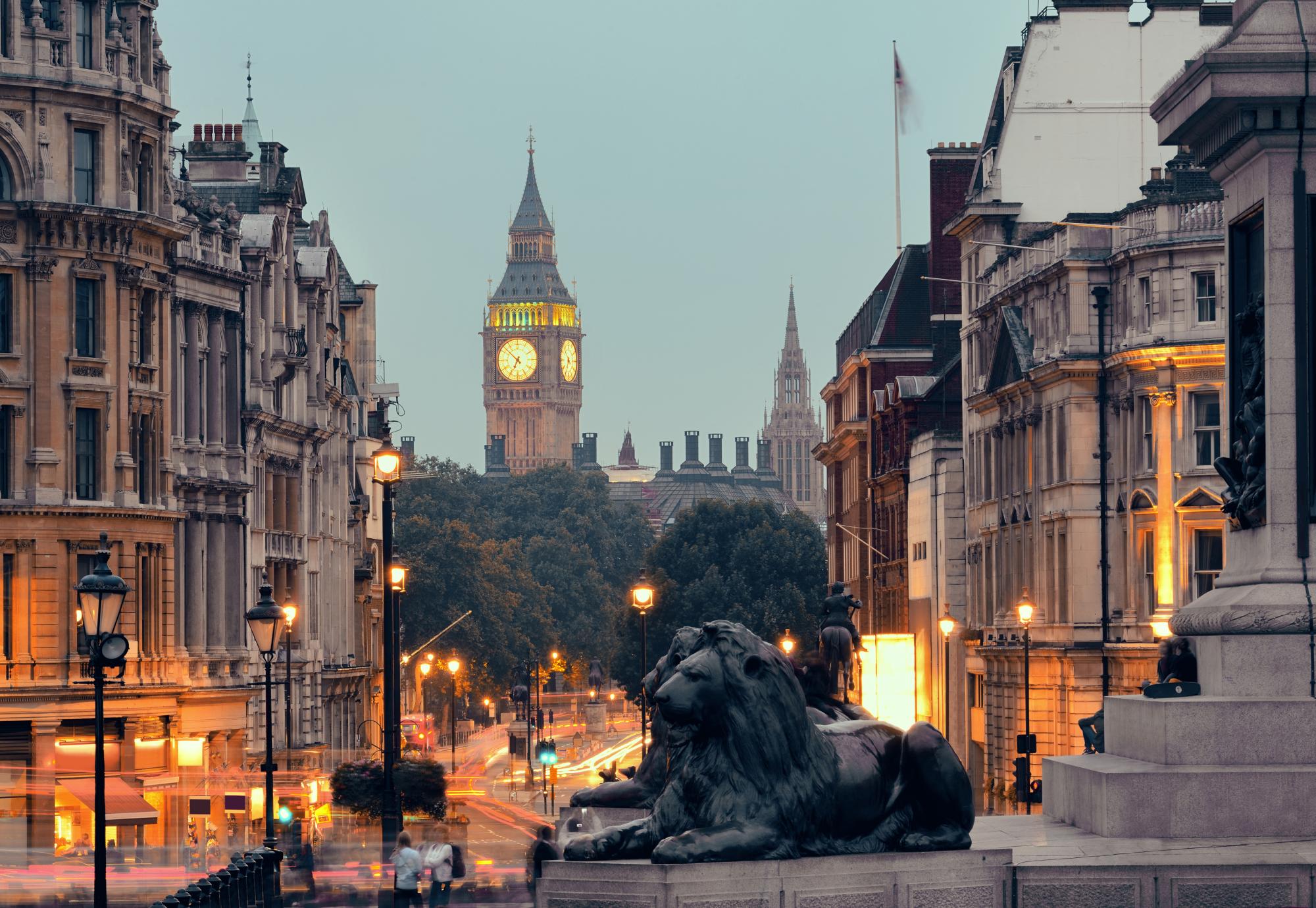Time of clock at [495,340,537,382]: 6:52
